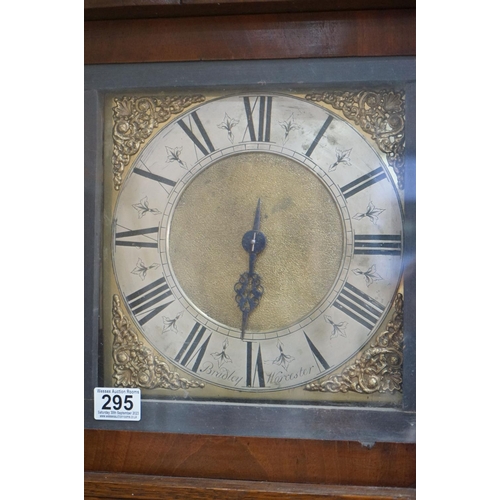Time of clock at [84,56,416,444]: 6:31
